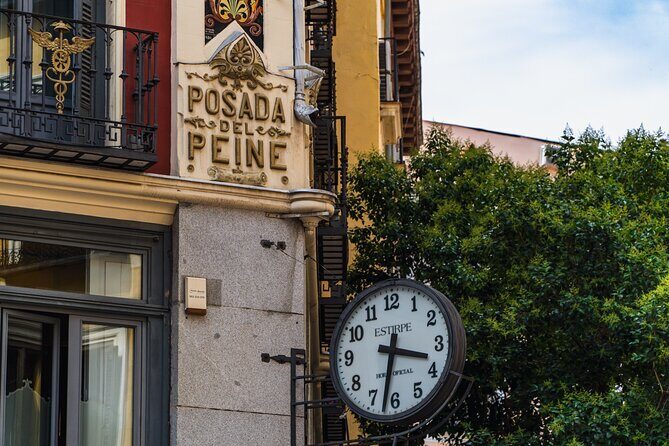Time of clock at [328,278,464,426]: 3:32
